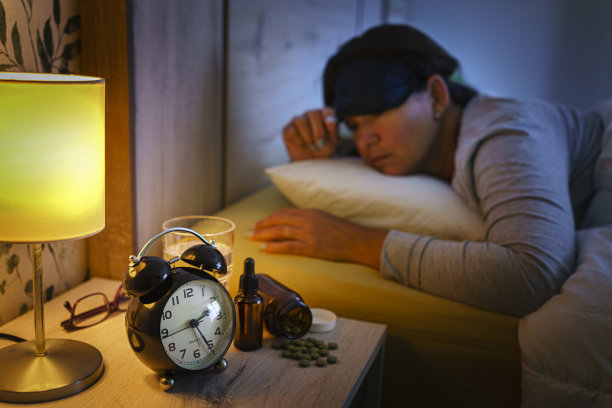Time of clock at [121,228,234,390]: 2:24
